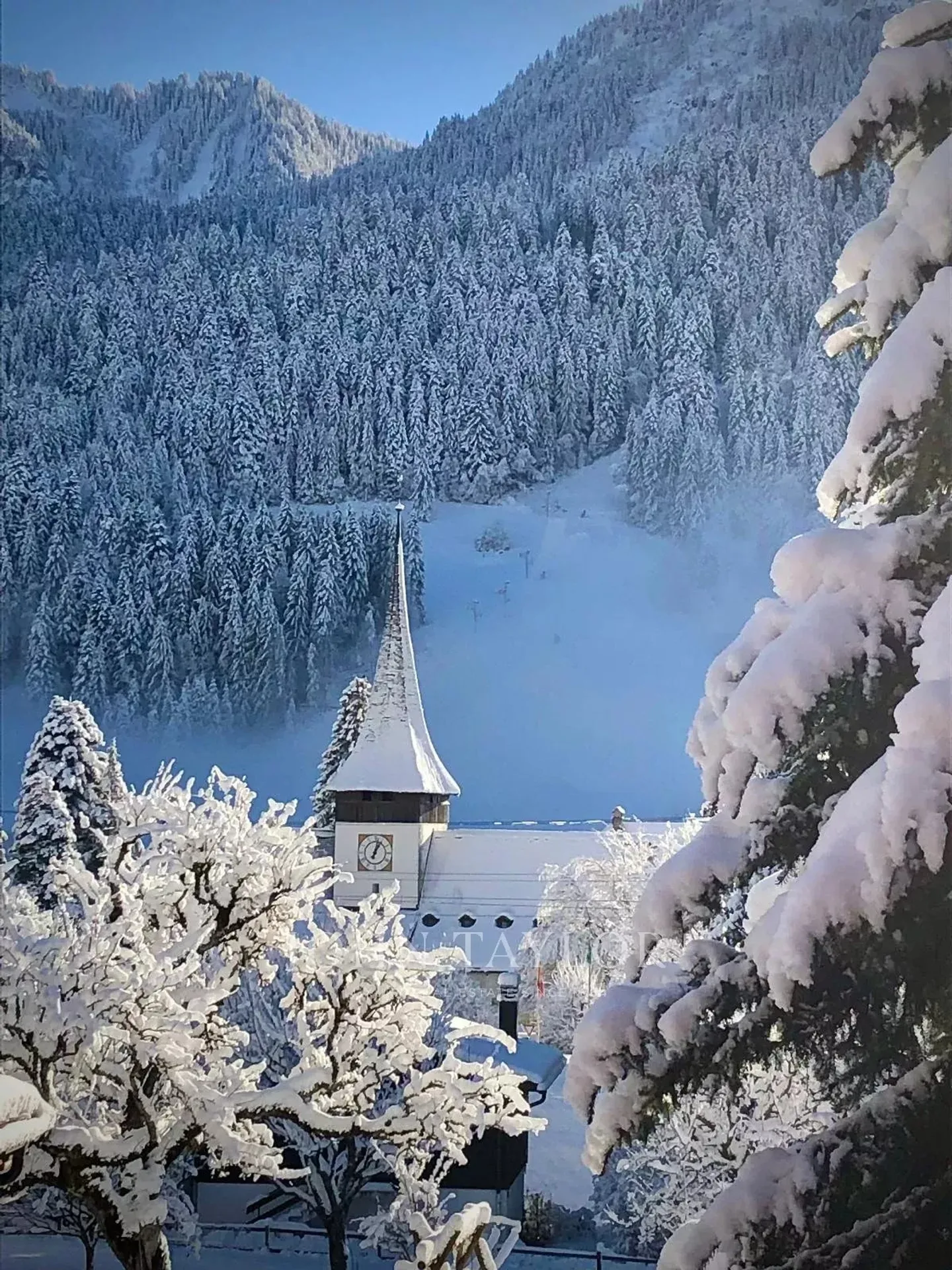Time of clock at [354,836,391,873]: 1:02
